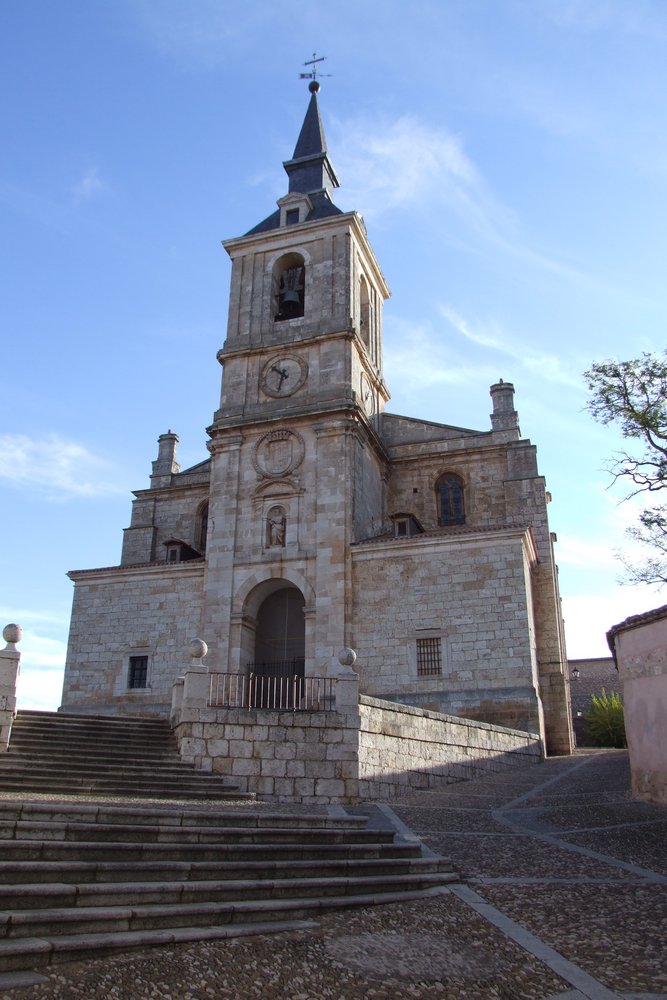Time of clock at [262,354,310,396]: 10:32
